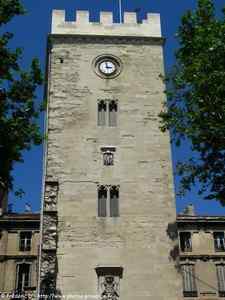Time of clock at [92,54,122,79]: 2:58
